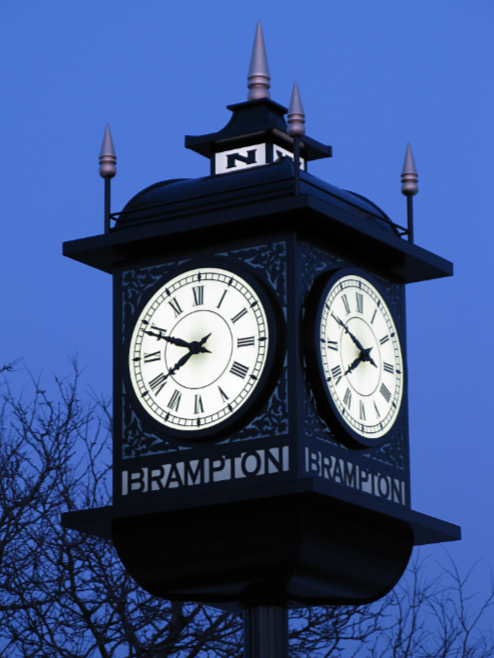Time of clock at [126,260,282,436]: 7:48
